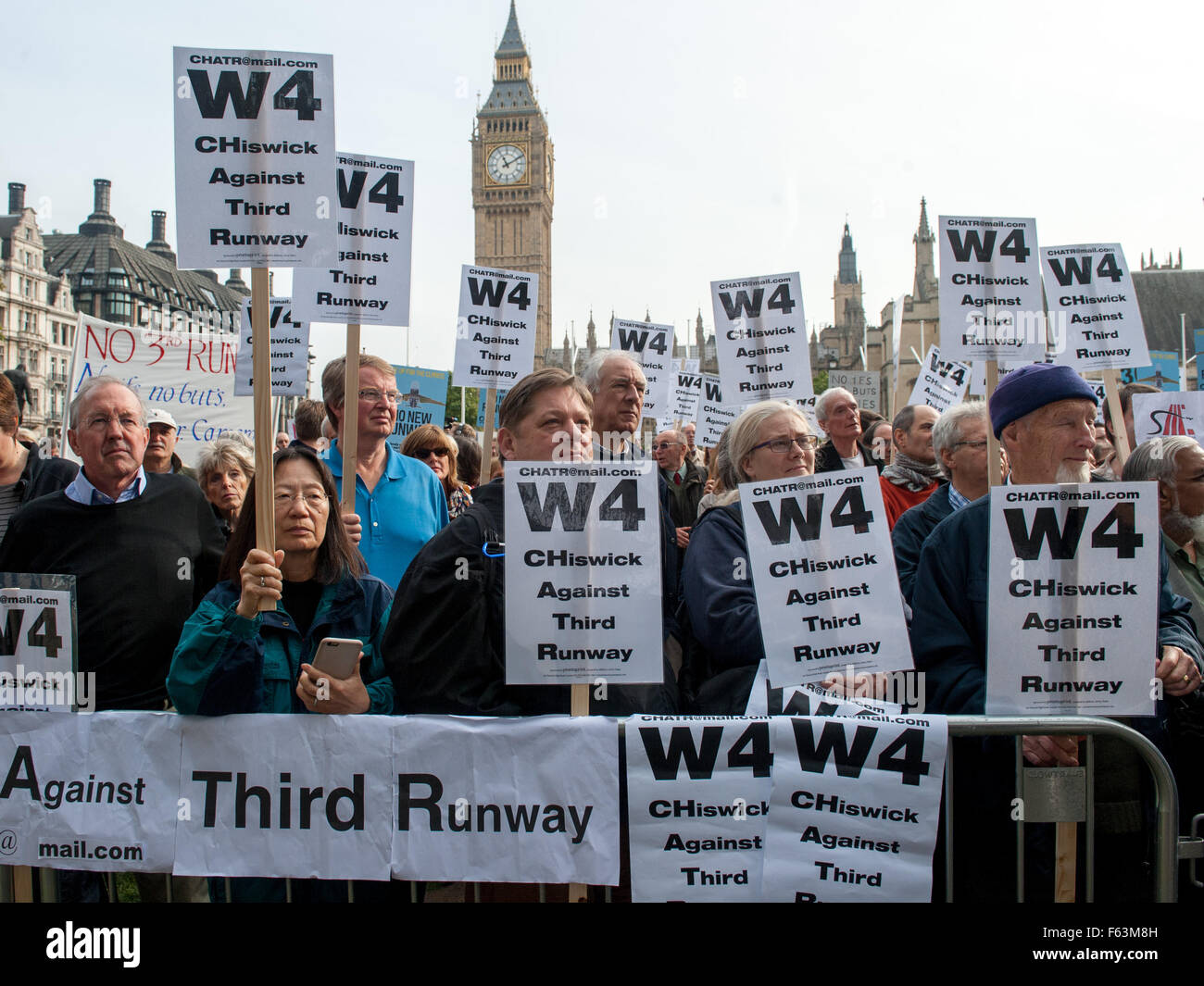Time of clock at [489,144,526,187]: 11:10
